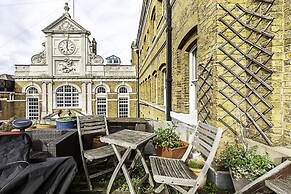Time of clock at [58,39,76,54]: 5:01
